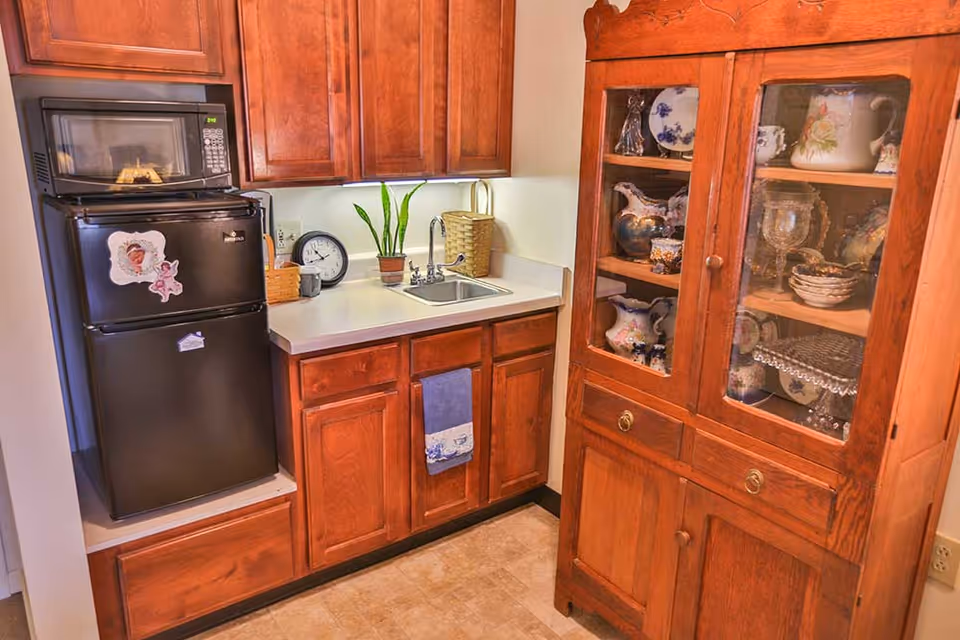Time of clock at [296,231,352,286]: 10:42
